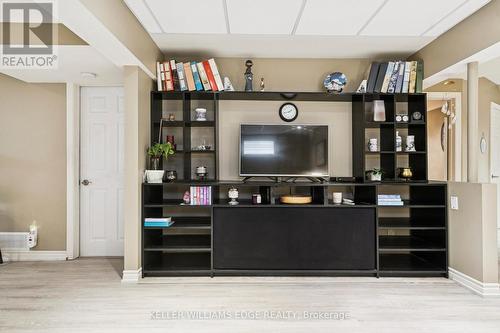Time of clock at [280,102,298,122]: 1:42
